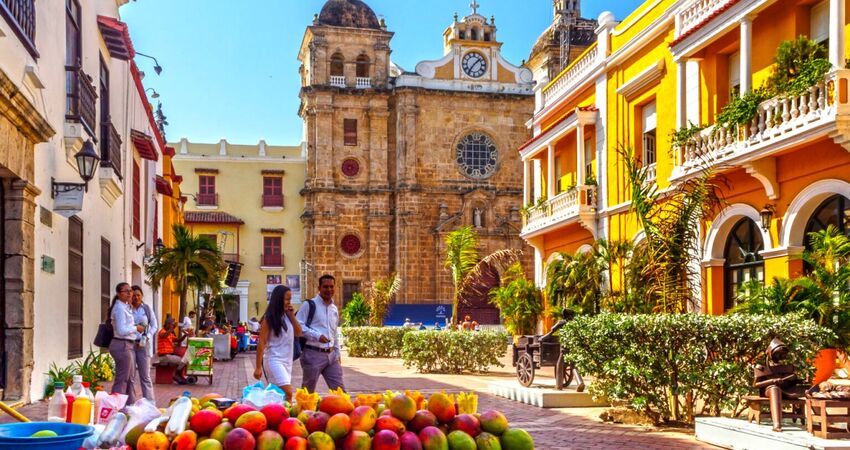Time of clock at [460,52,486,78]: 1:36
